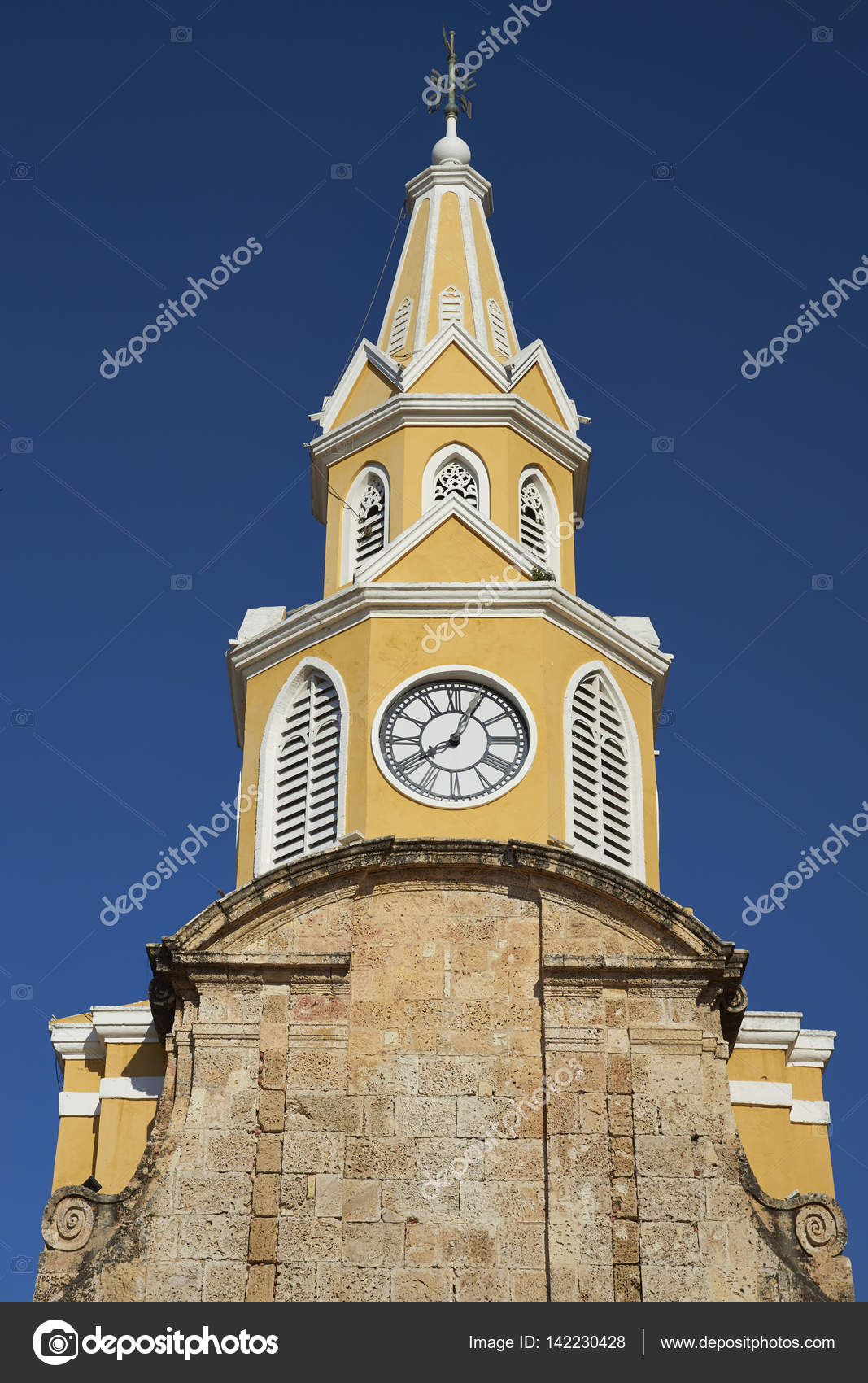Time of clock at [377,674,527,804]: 8:04
